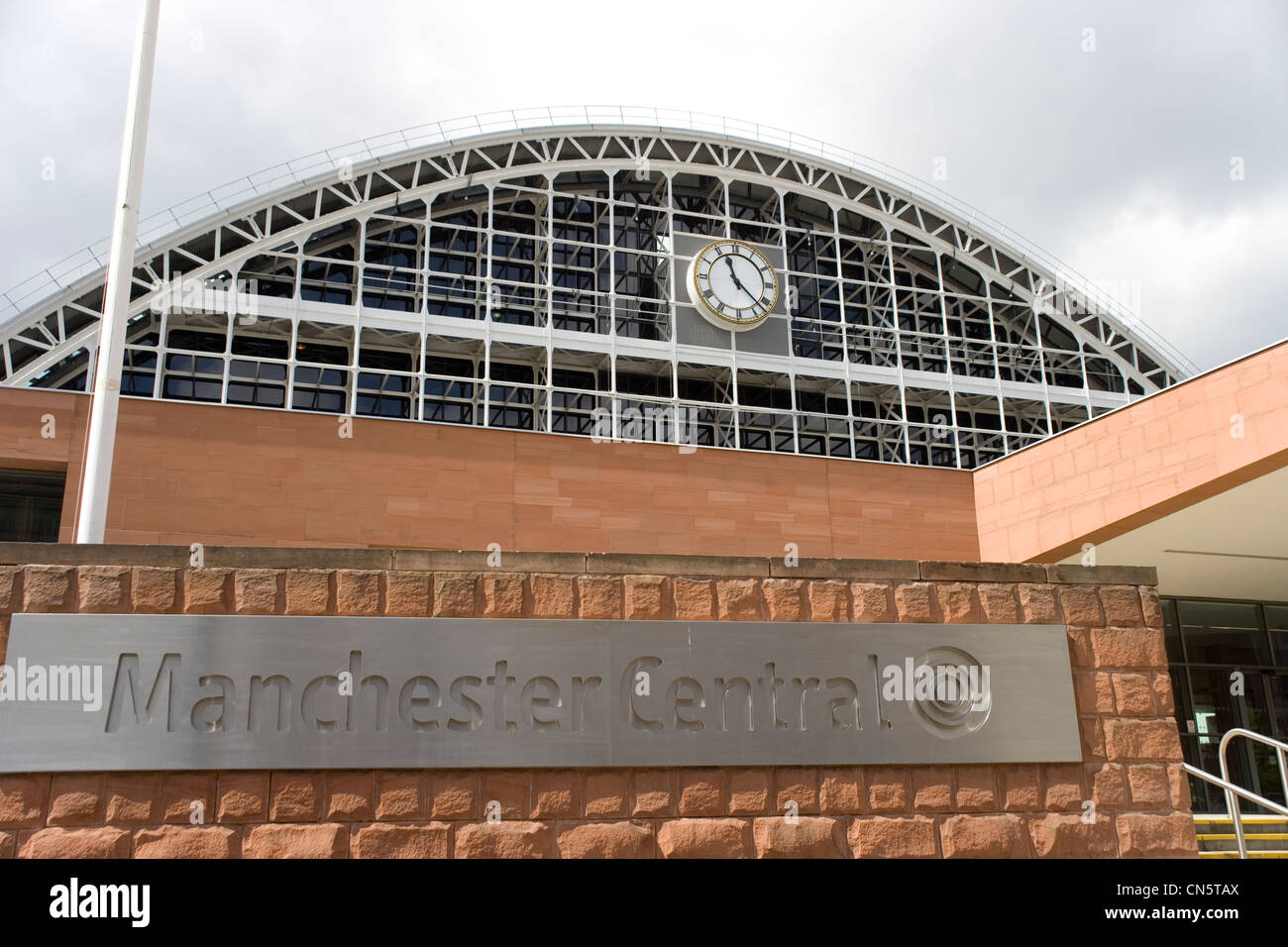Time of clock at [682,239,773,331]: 11:22
